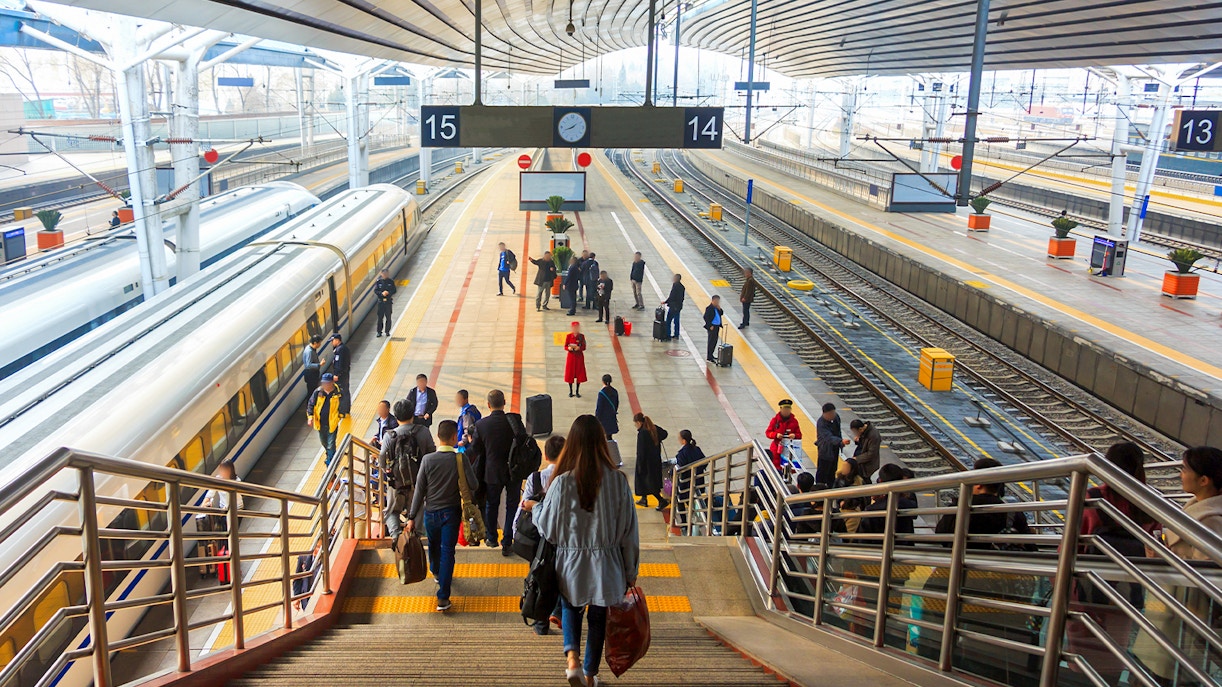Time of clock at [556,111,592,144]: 1:42
